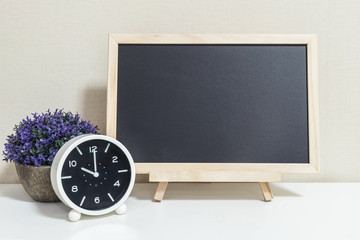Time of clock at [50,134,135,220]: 10:00
